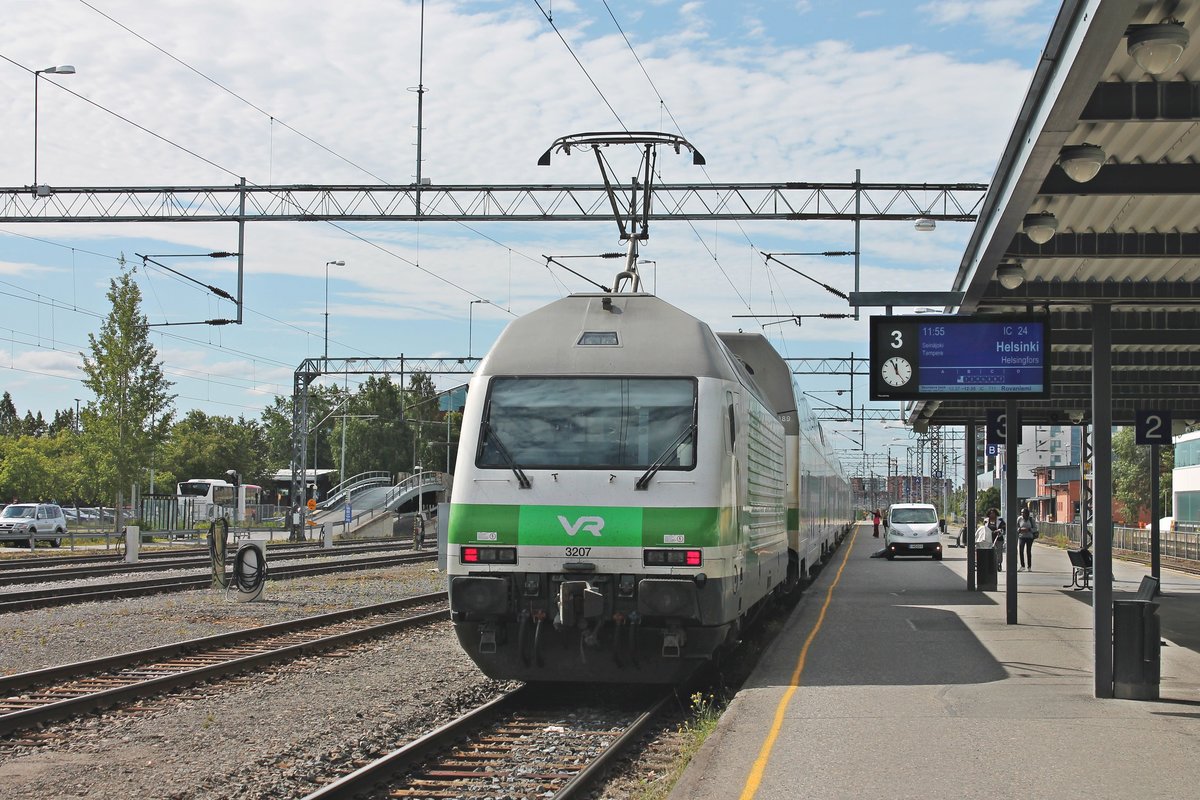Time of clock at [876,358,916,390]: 11:55
